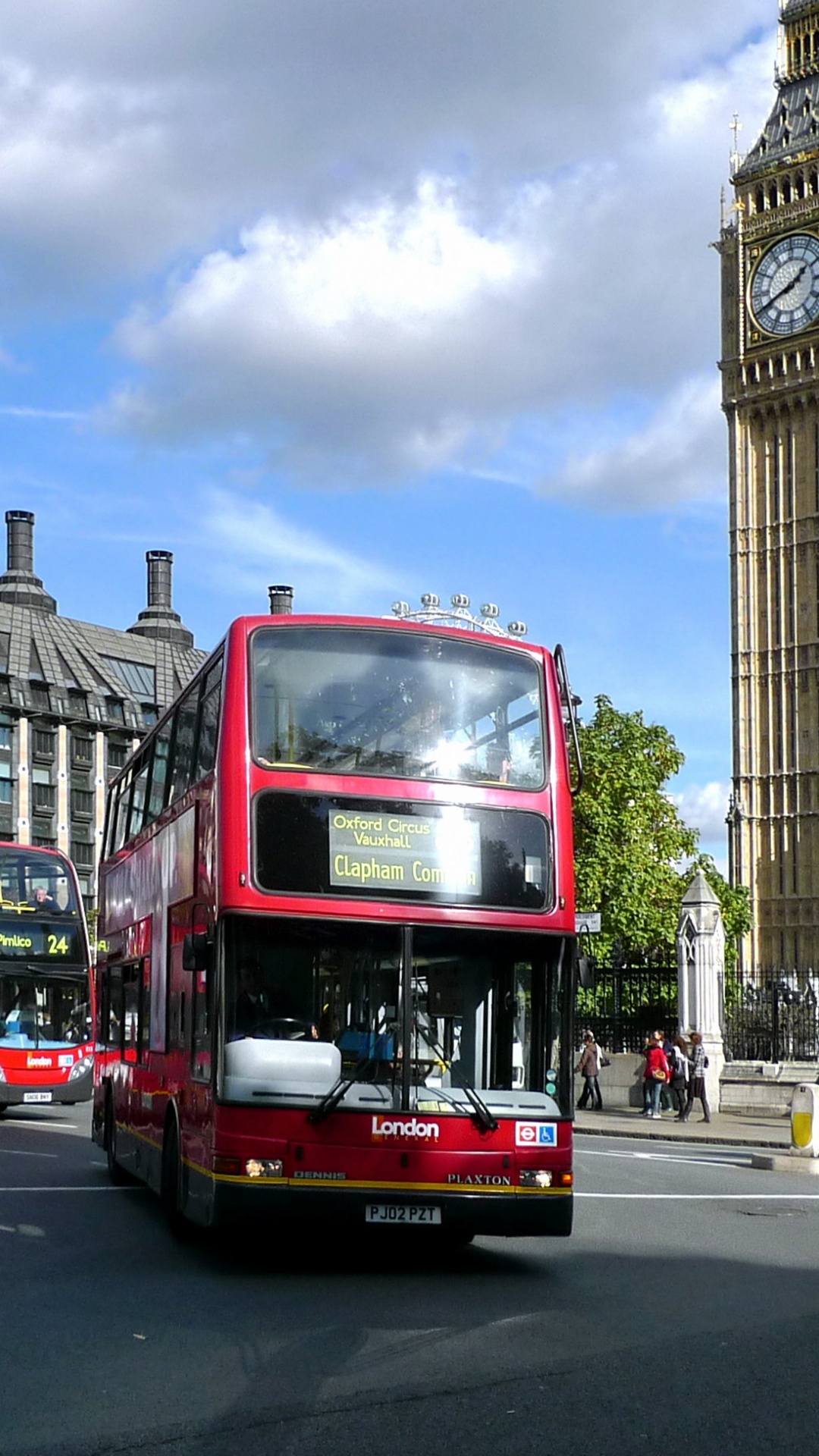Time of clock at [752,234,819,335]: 1:41
